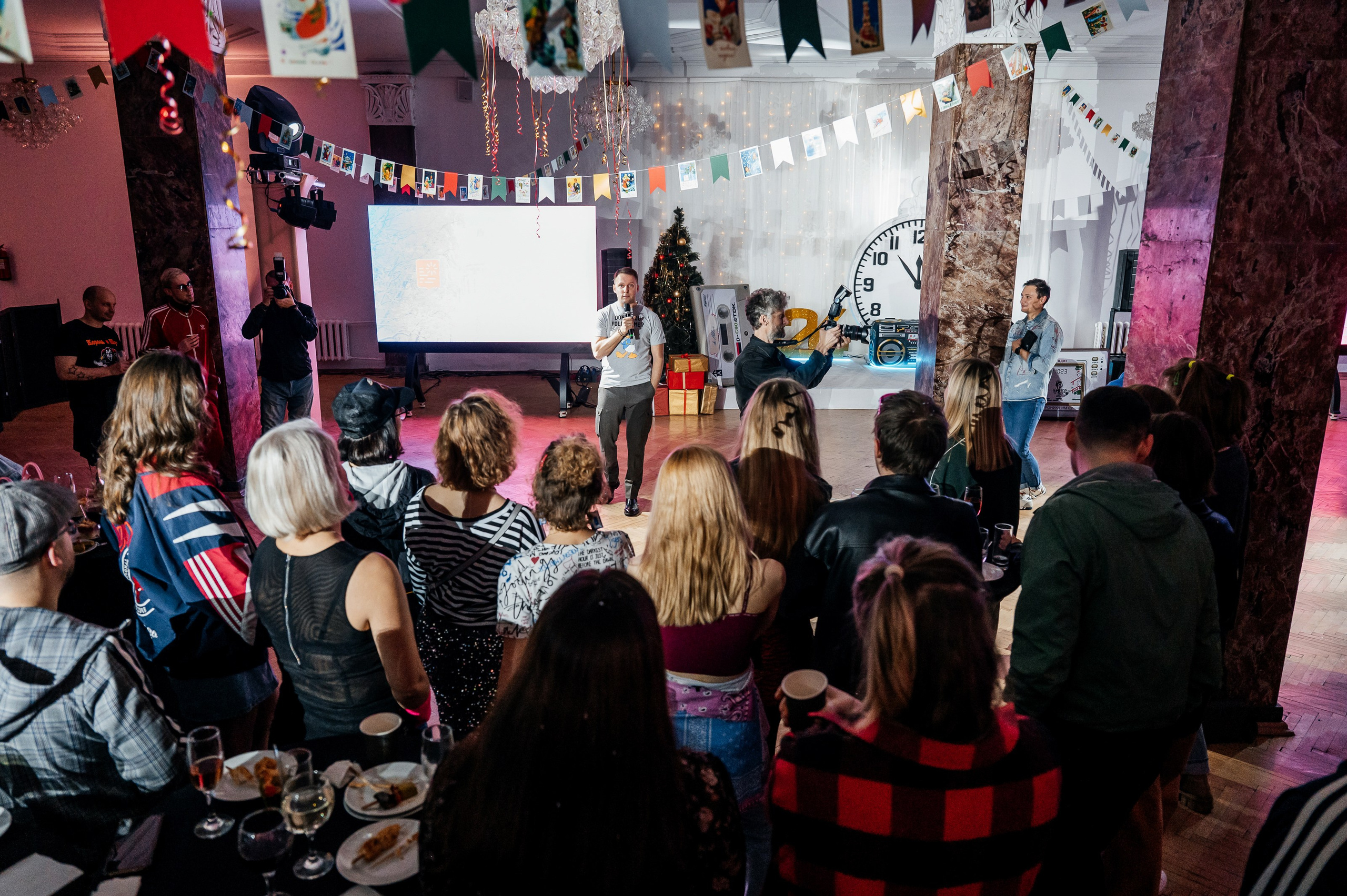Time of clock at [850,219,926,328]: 11:53
